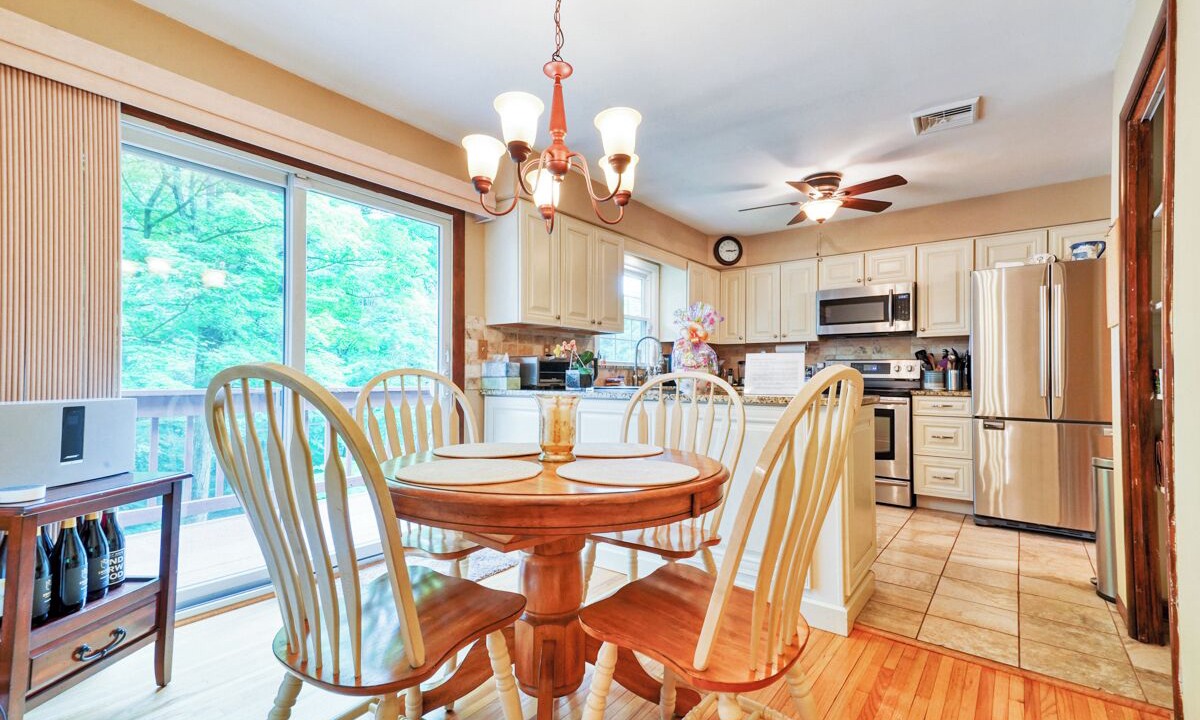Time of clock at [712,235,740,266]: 3:14
